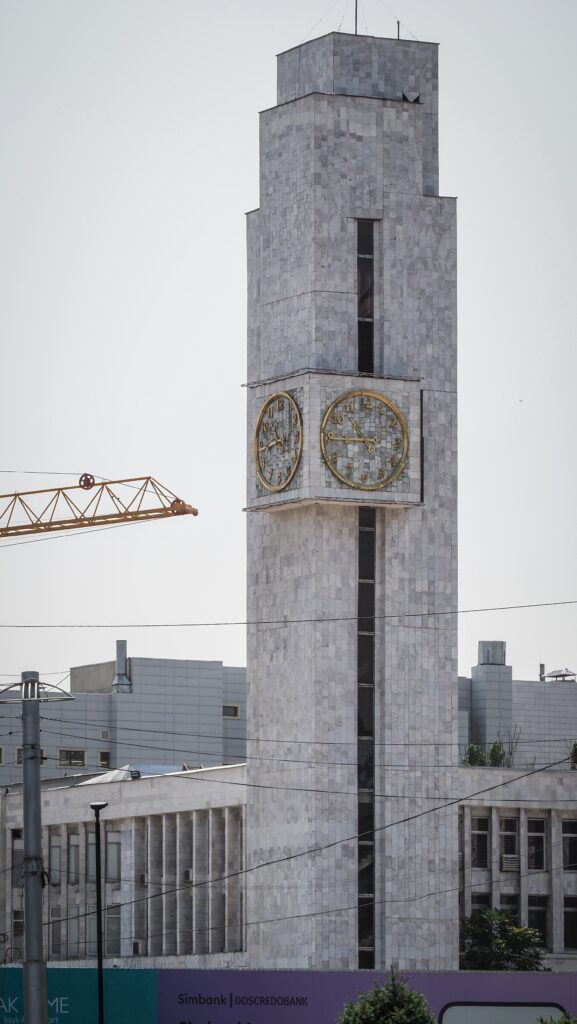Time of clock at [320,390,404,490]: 10:44
